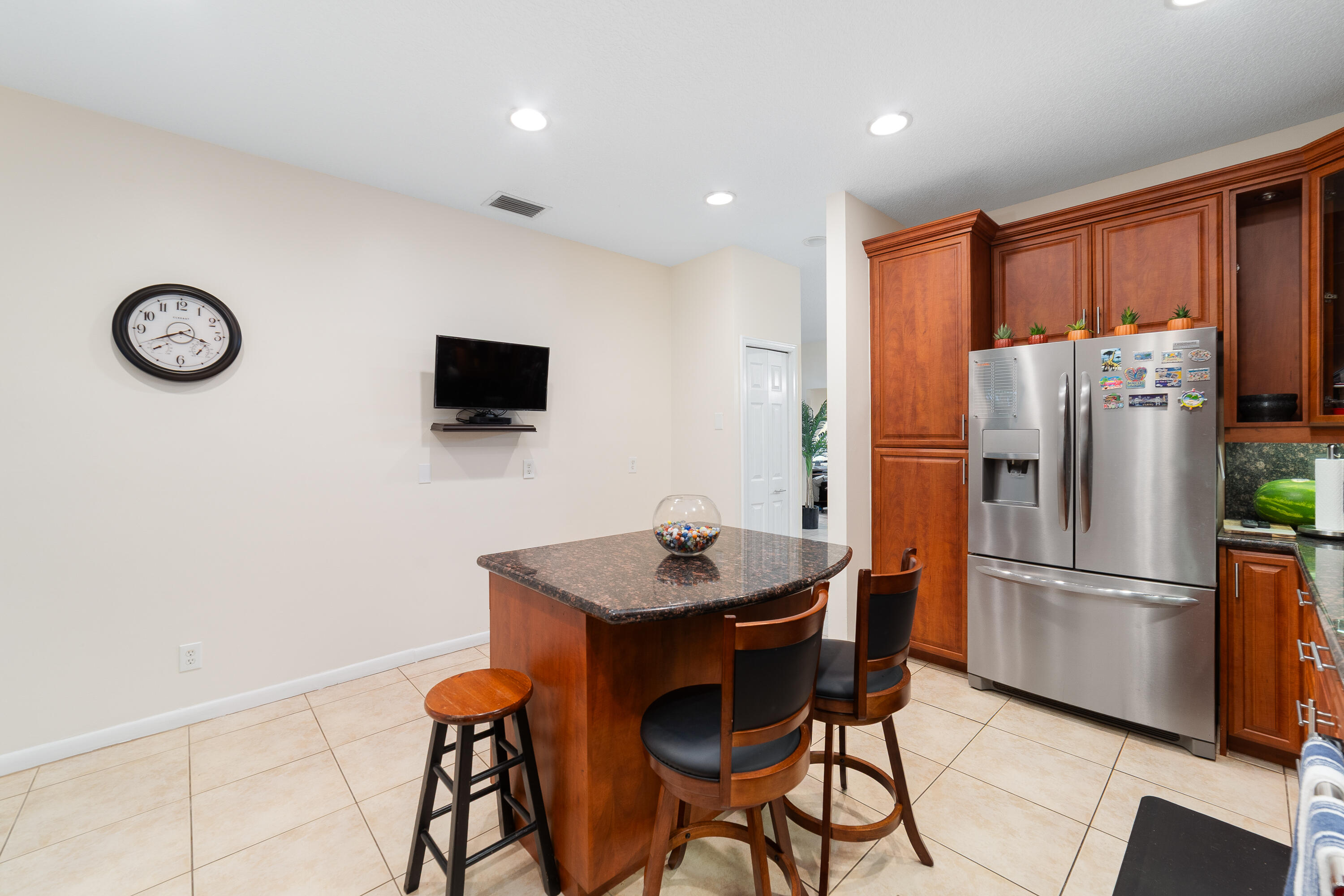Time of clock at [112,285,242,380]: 3:40
